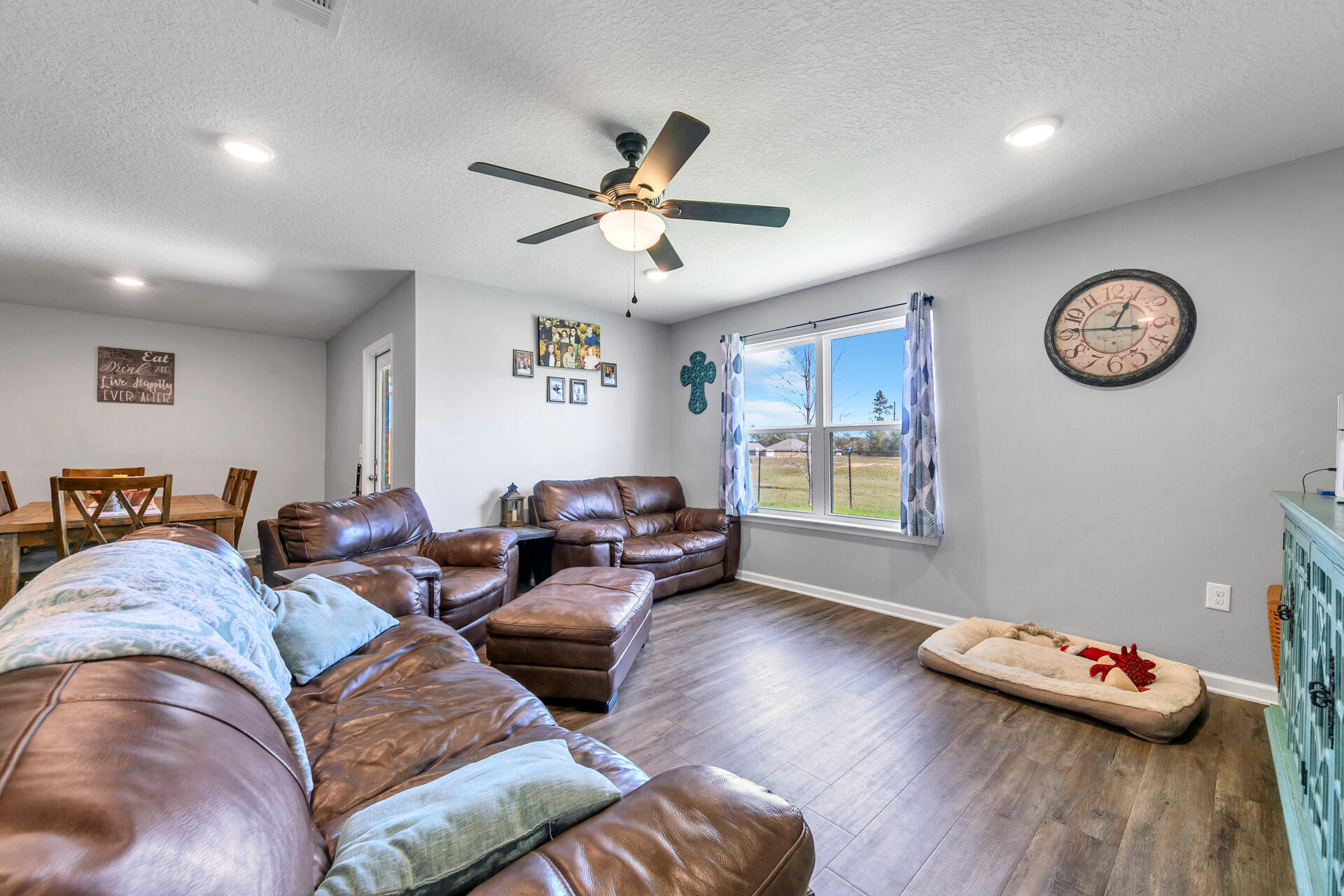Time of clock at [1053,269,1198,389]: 12:46
